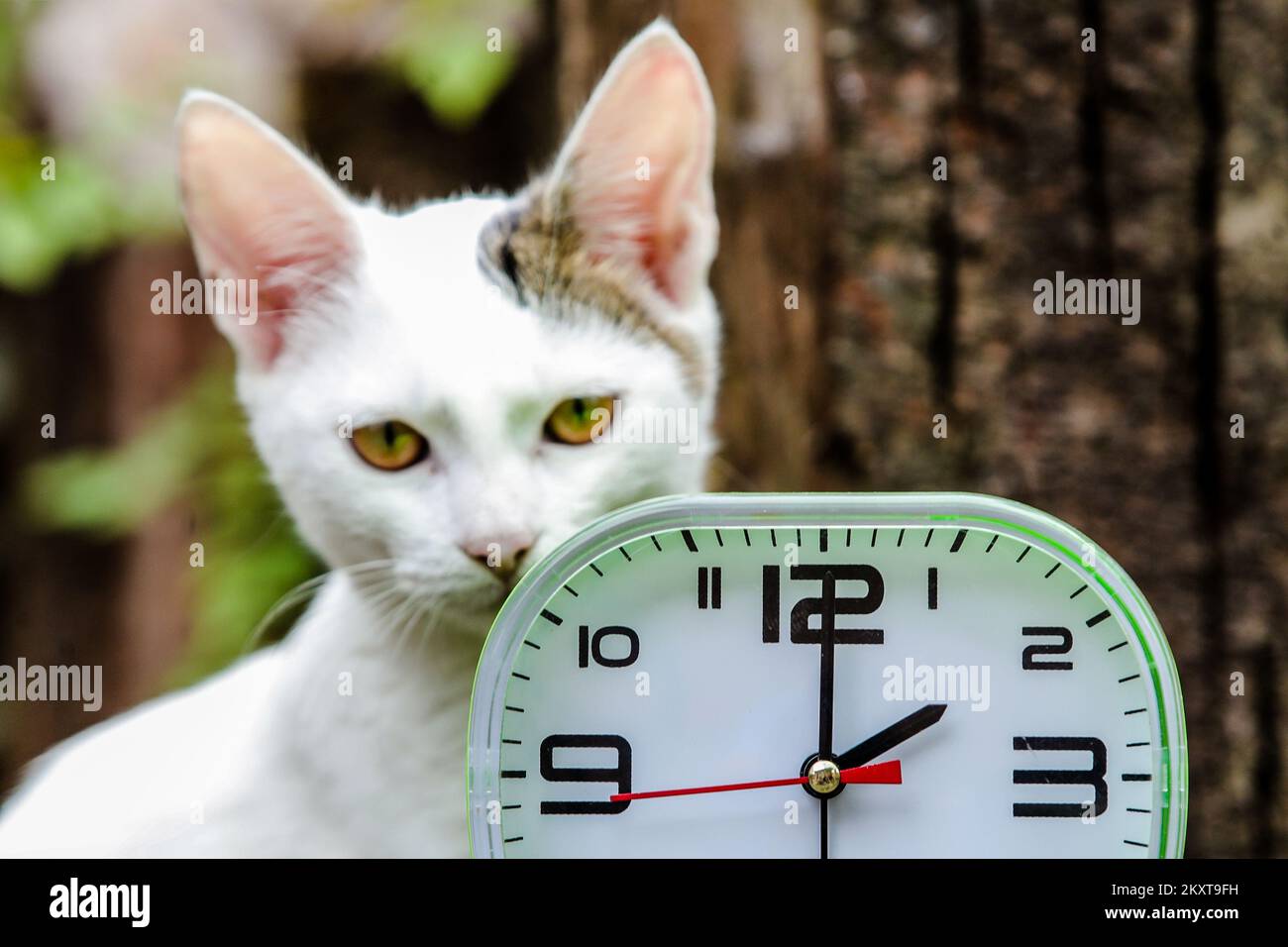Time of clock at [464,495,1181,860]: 2:00
